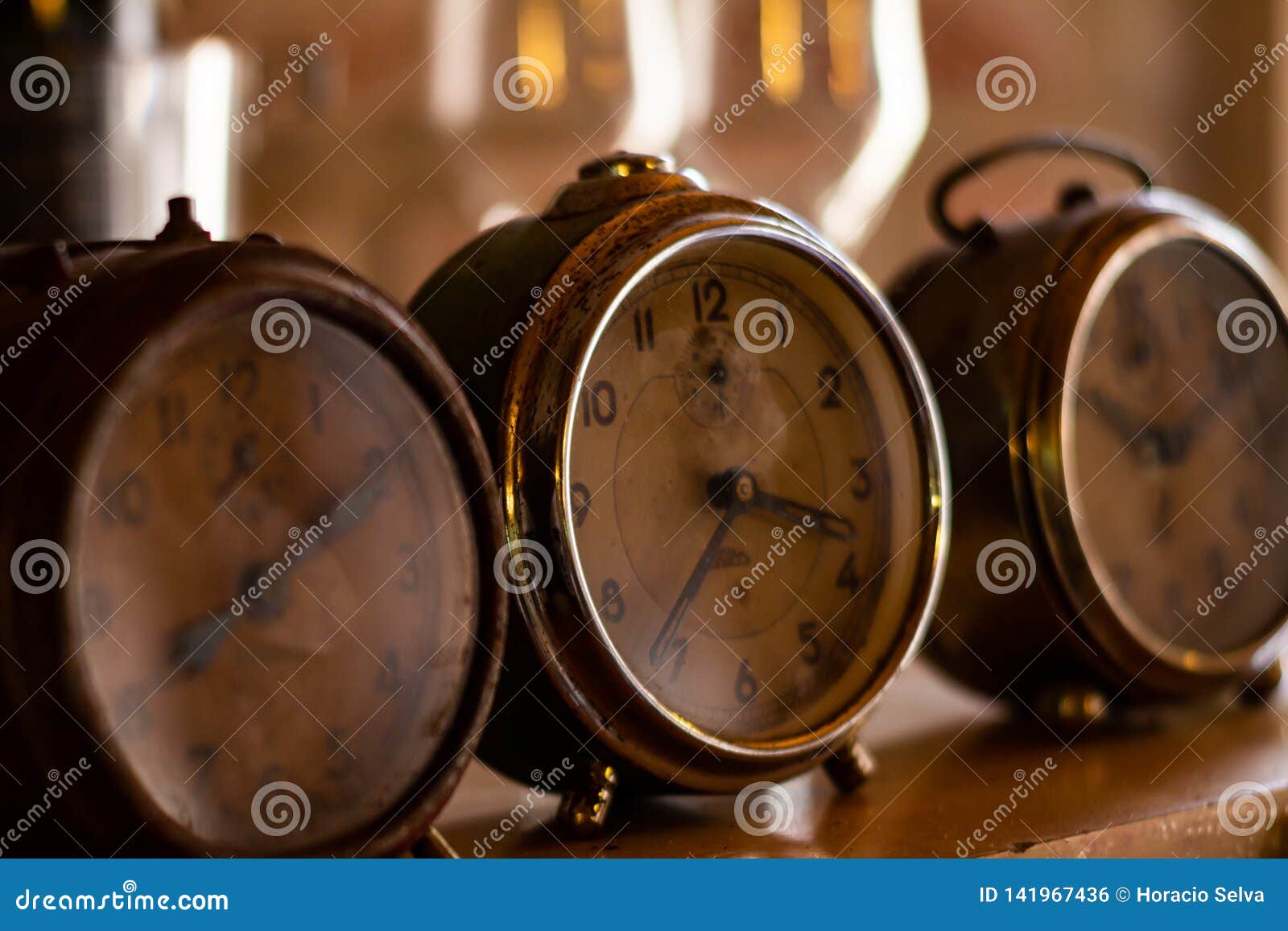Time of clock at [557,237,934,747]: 3:36
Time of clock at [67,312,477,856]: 7:09
